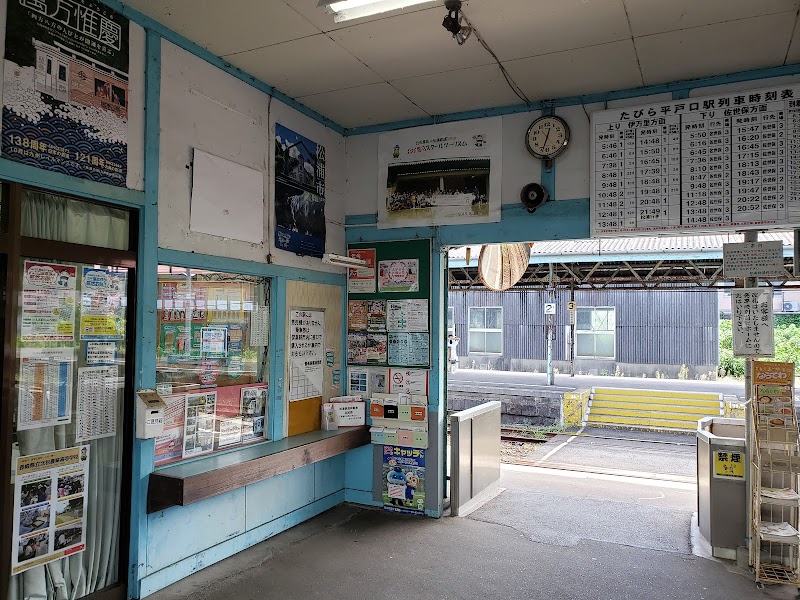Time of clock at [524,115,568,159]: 12:33
